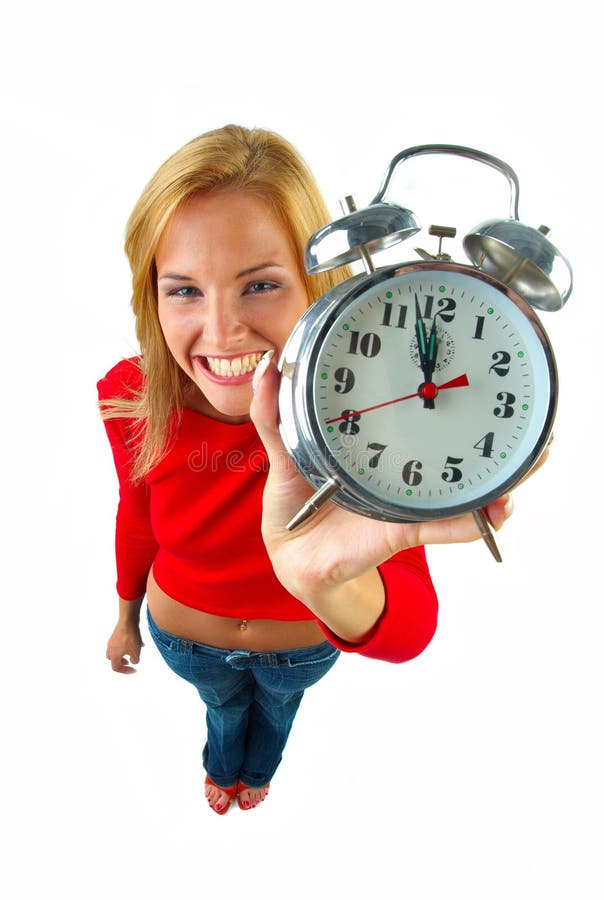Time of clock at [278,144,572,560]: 11:57
